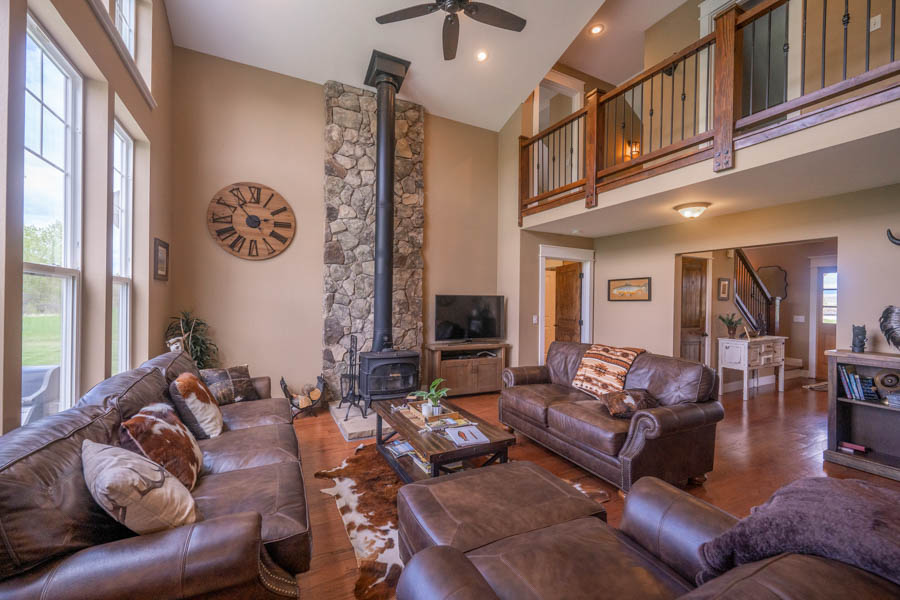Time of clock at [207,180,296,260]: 2:53
